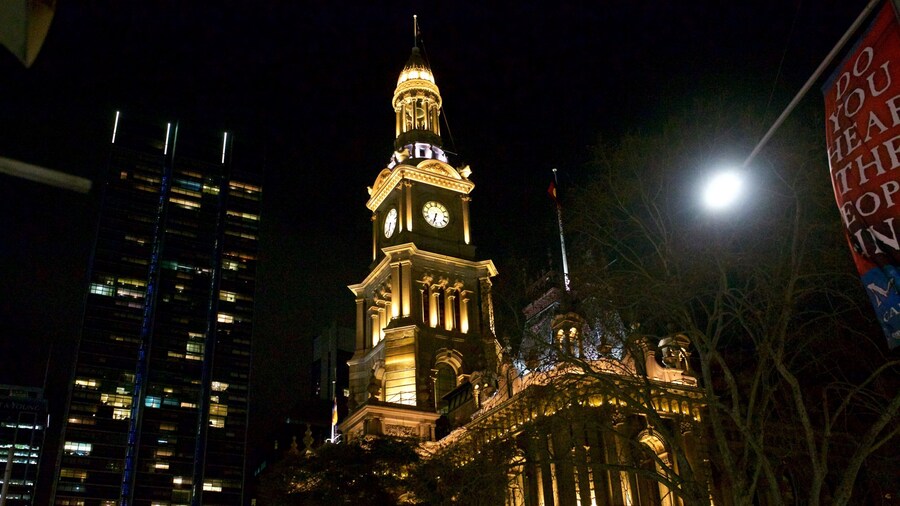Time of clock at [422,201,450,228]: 6:32
